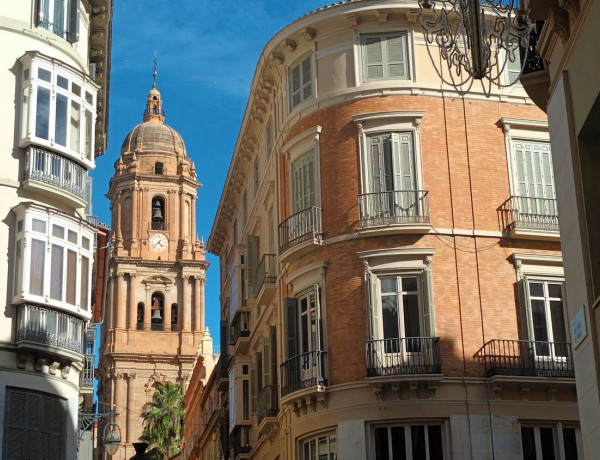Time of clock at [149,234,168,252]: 4:37
